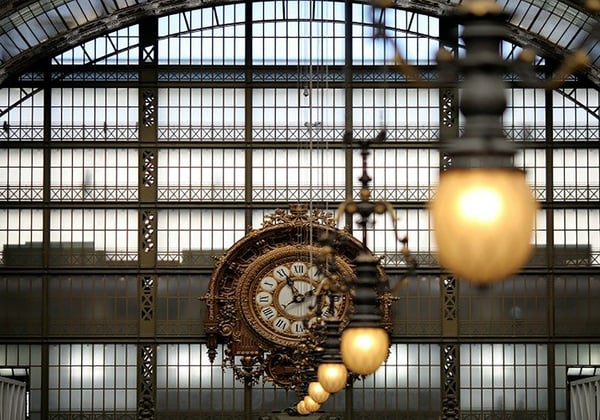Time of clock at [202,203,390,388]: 1:56
